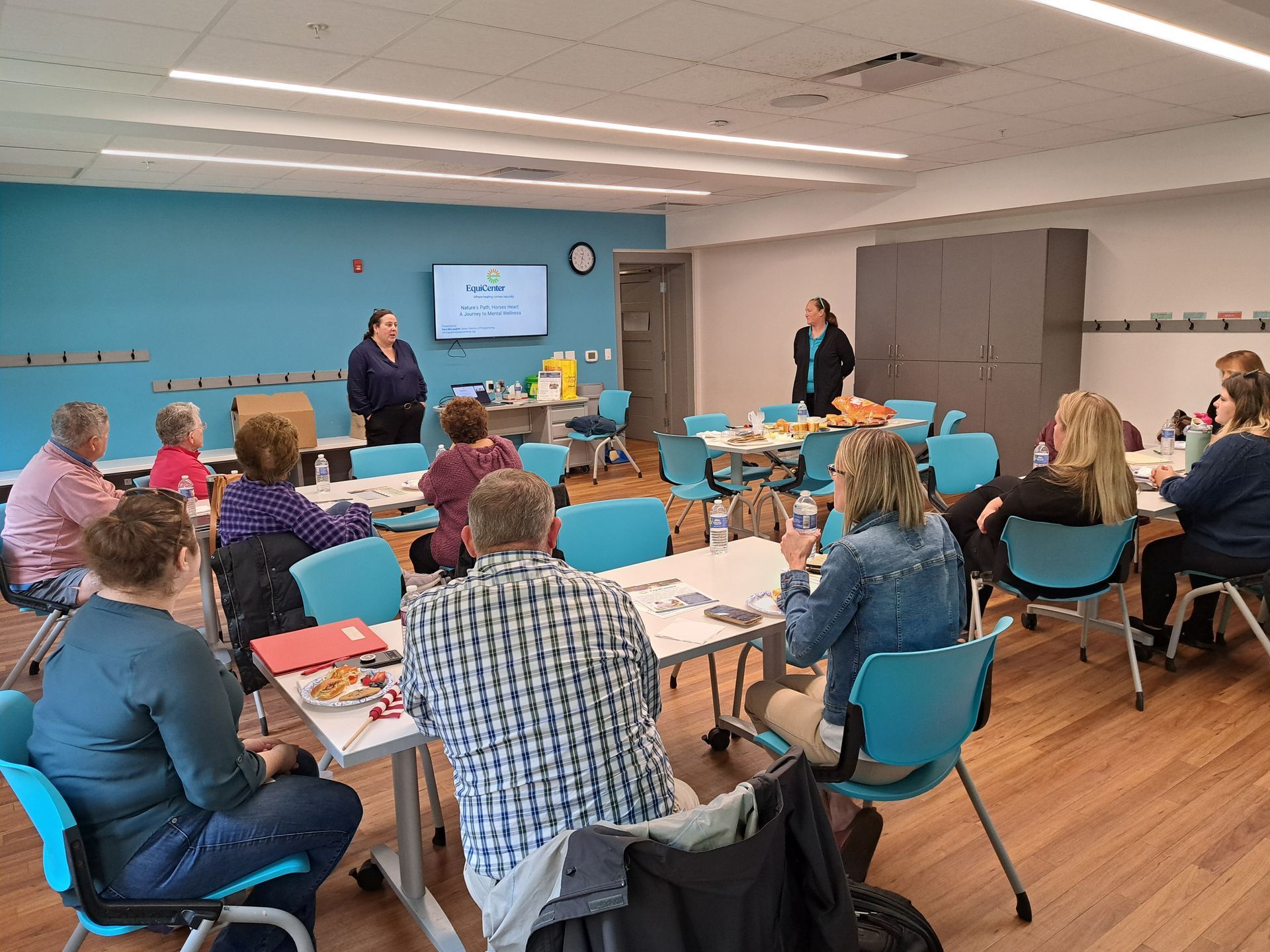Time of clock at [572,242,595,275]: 12:32
